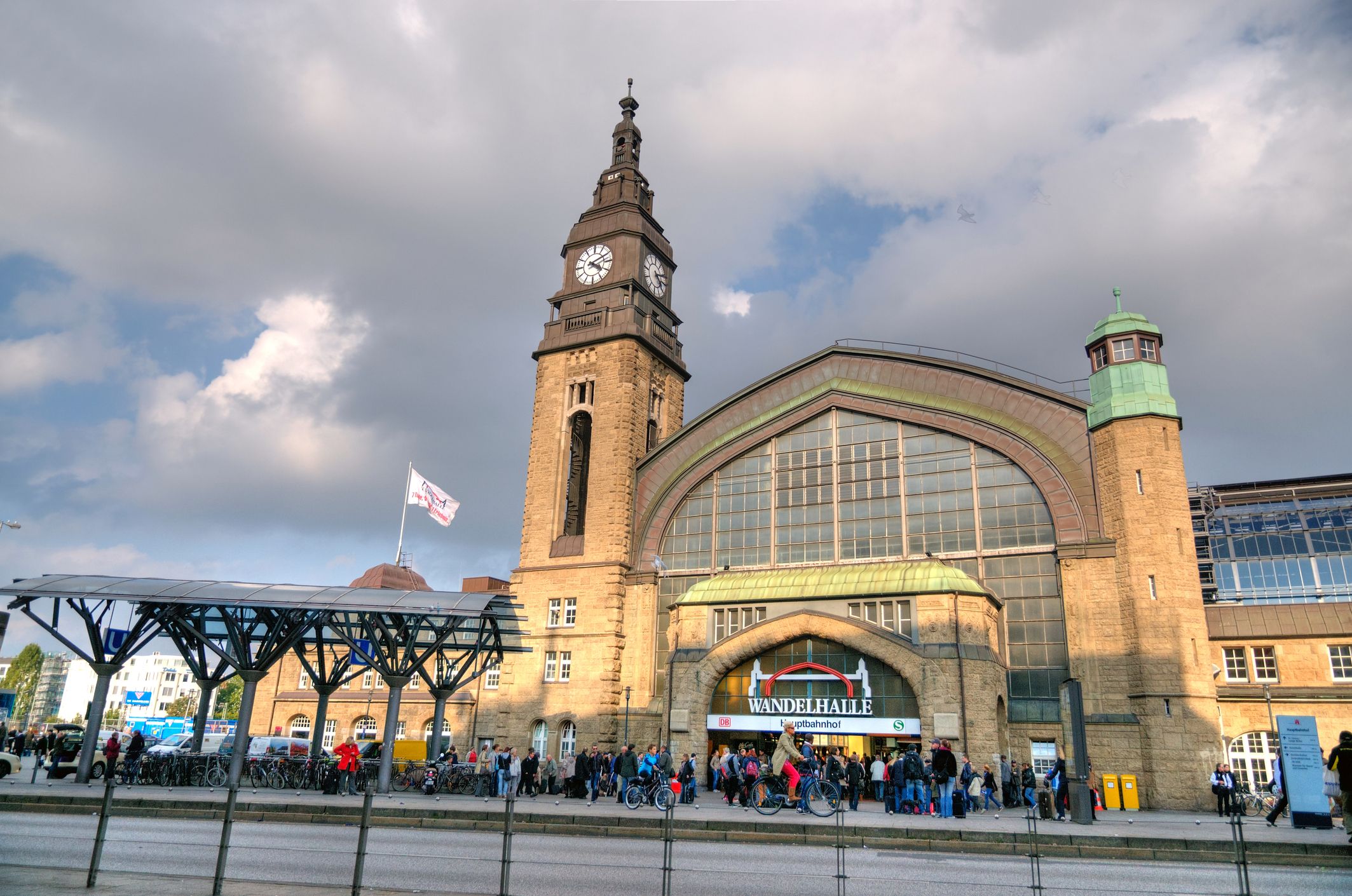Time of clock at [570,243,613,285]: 4:10
